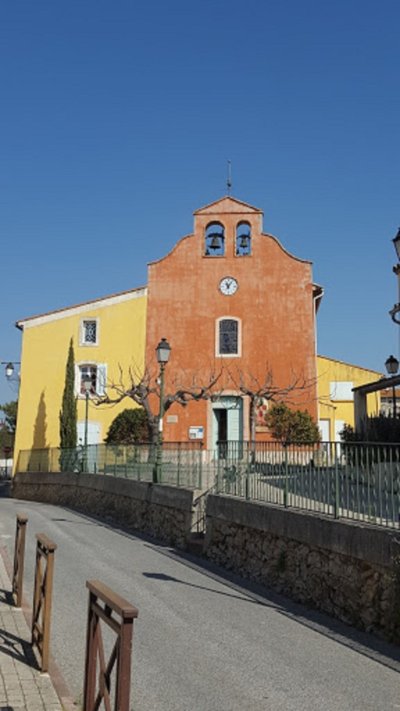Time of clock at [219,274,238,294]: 11:05
